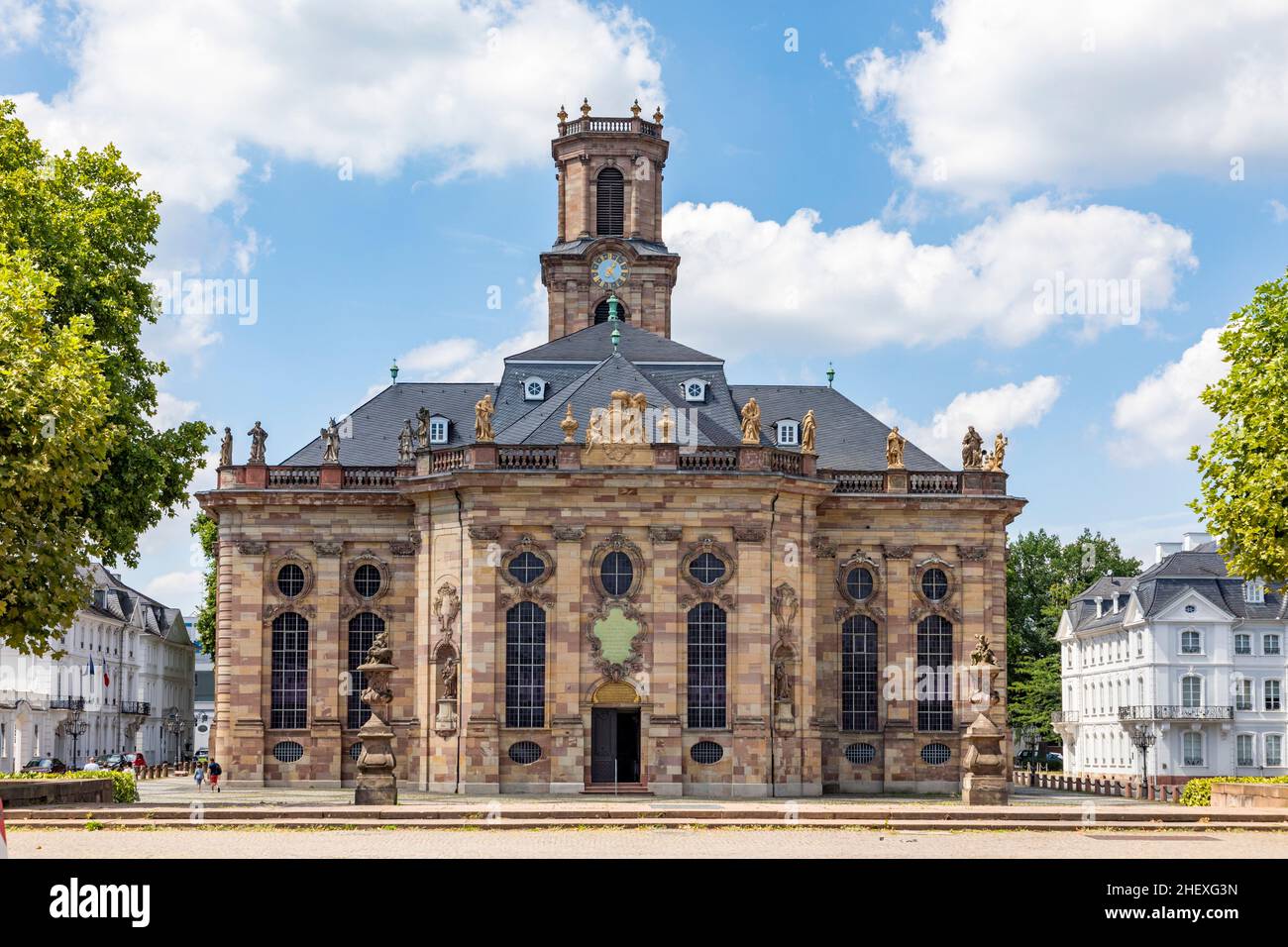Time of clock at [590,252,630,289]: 1:24
